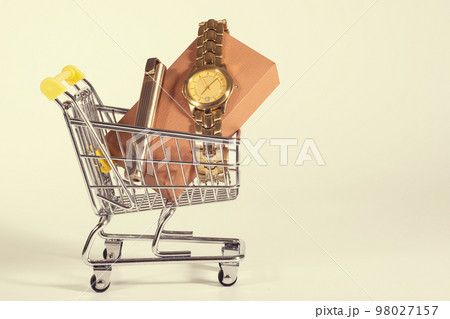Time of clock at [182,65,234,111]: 7:07
